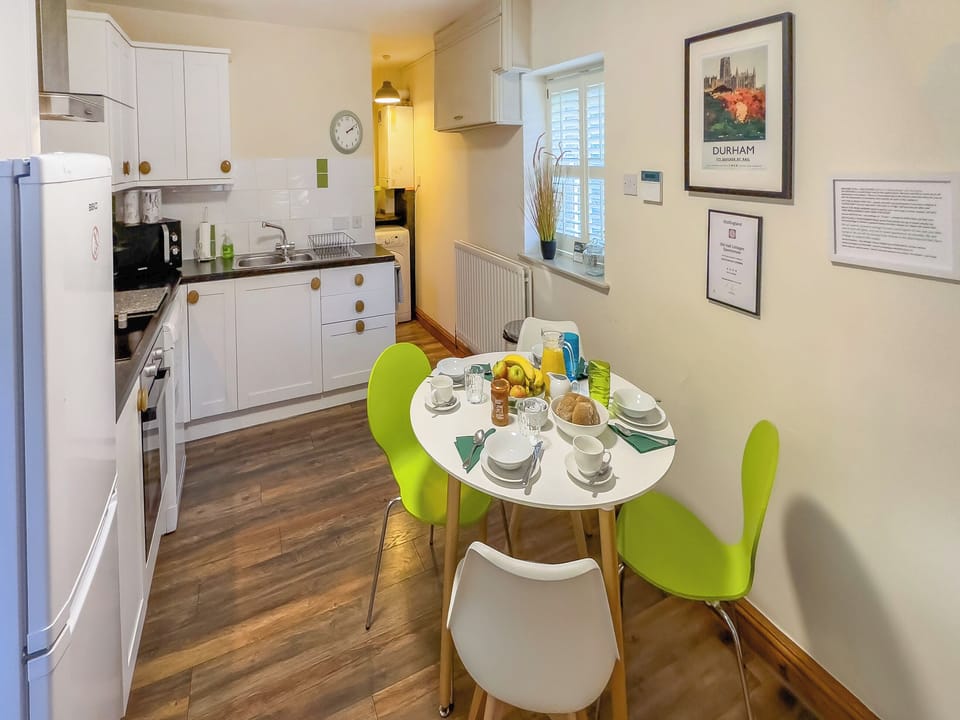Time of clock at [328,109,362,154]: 2:09
